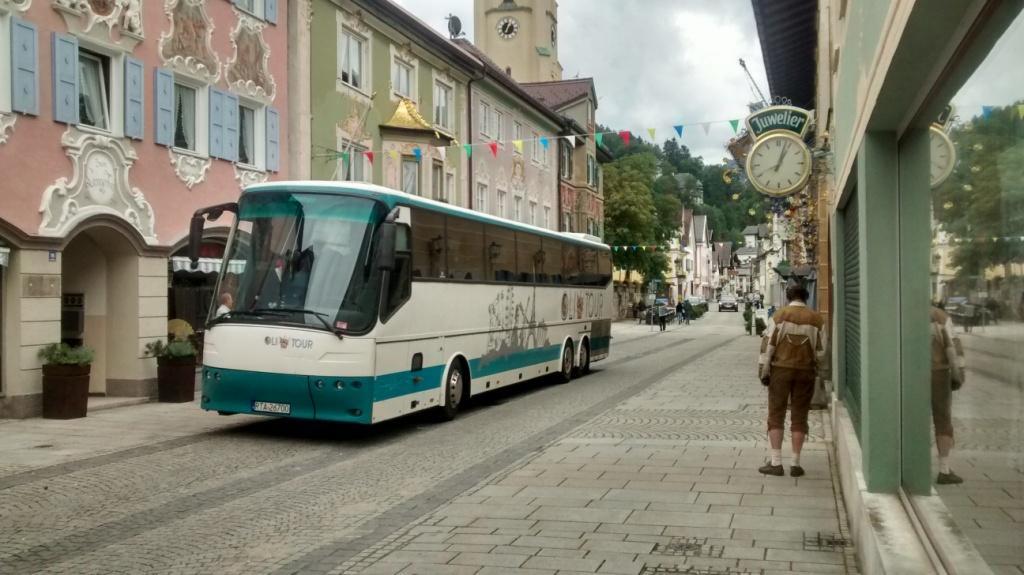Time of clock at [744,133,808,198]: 1:03
